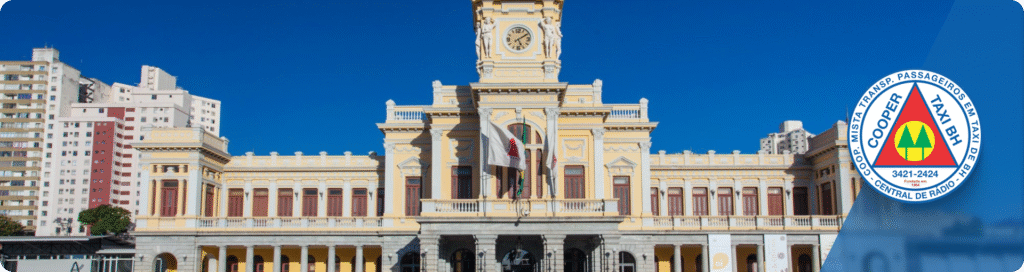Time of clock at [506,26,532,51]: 5:09
